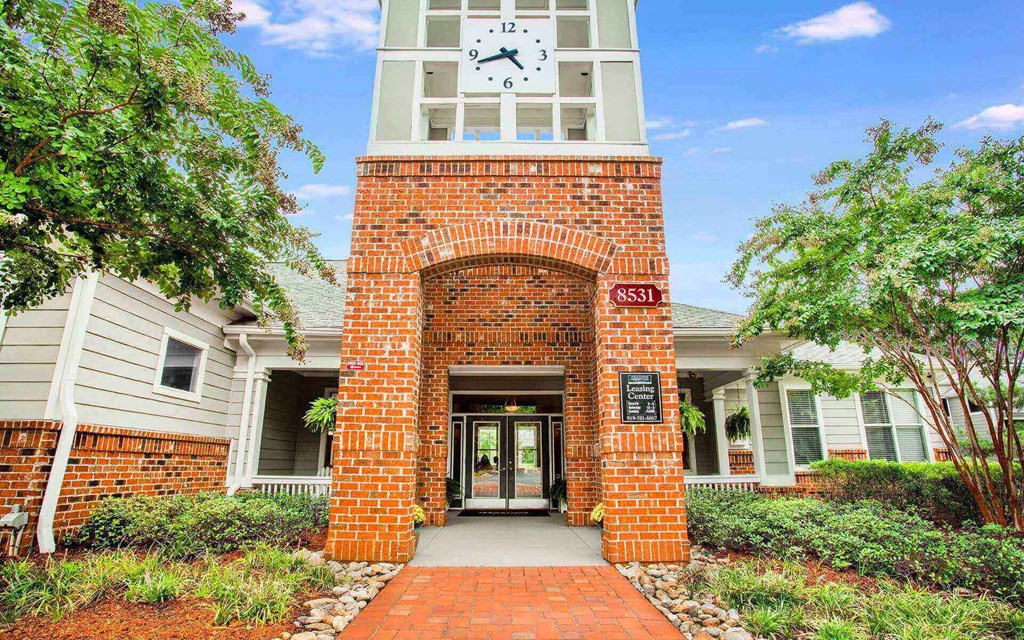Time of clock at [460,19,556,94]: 4:42
